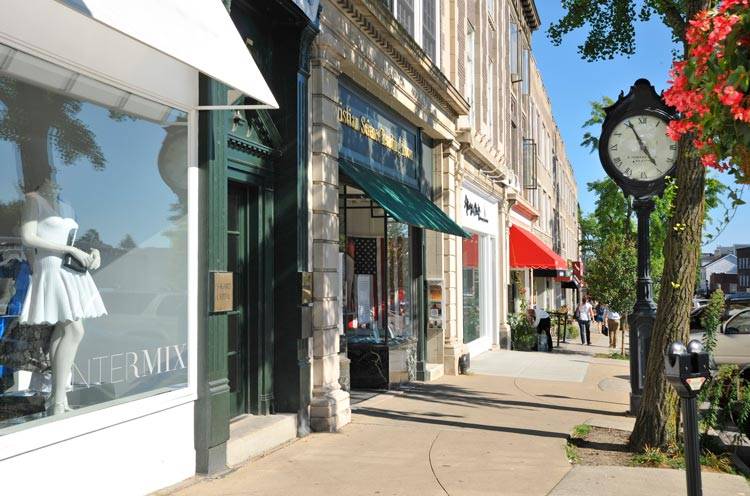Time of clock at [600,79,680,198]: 4:55
